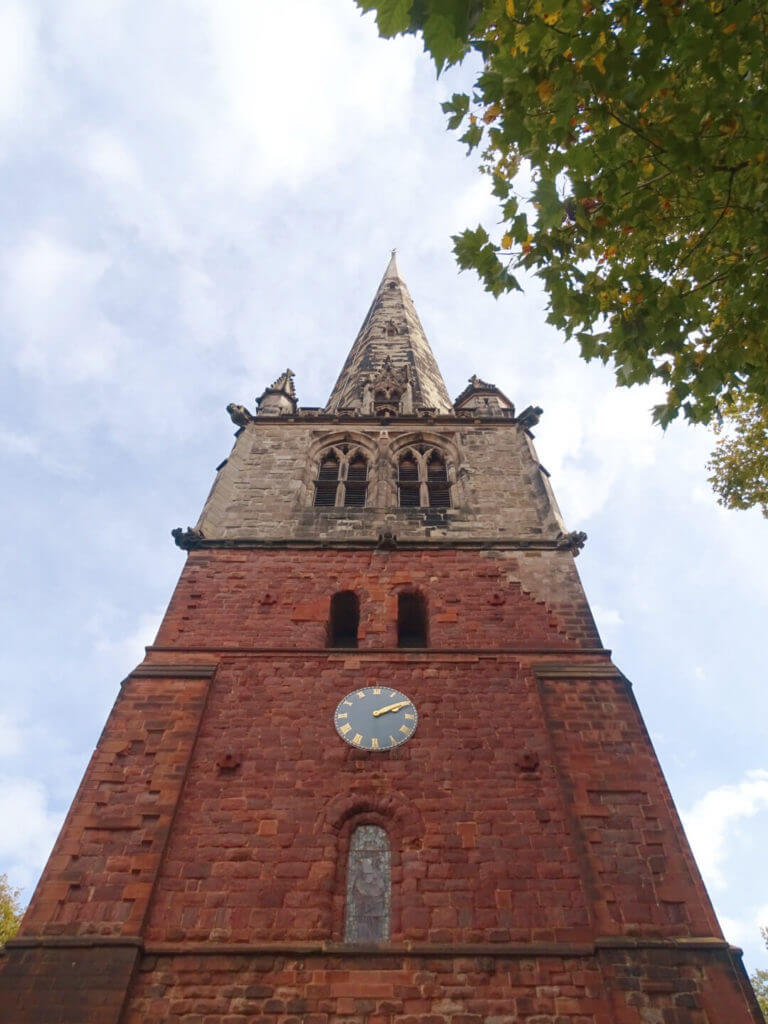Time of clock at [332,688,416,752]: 2:09
